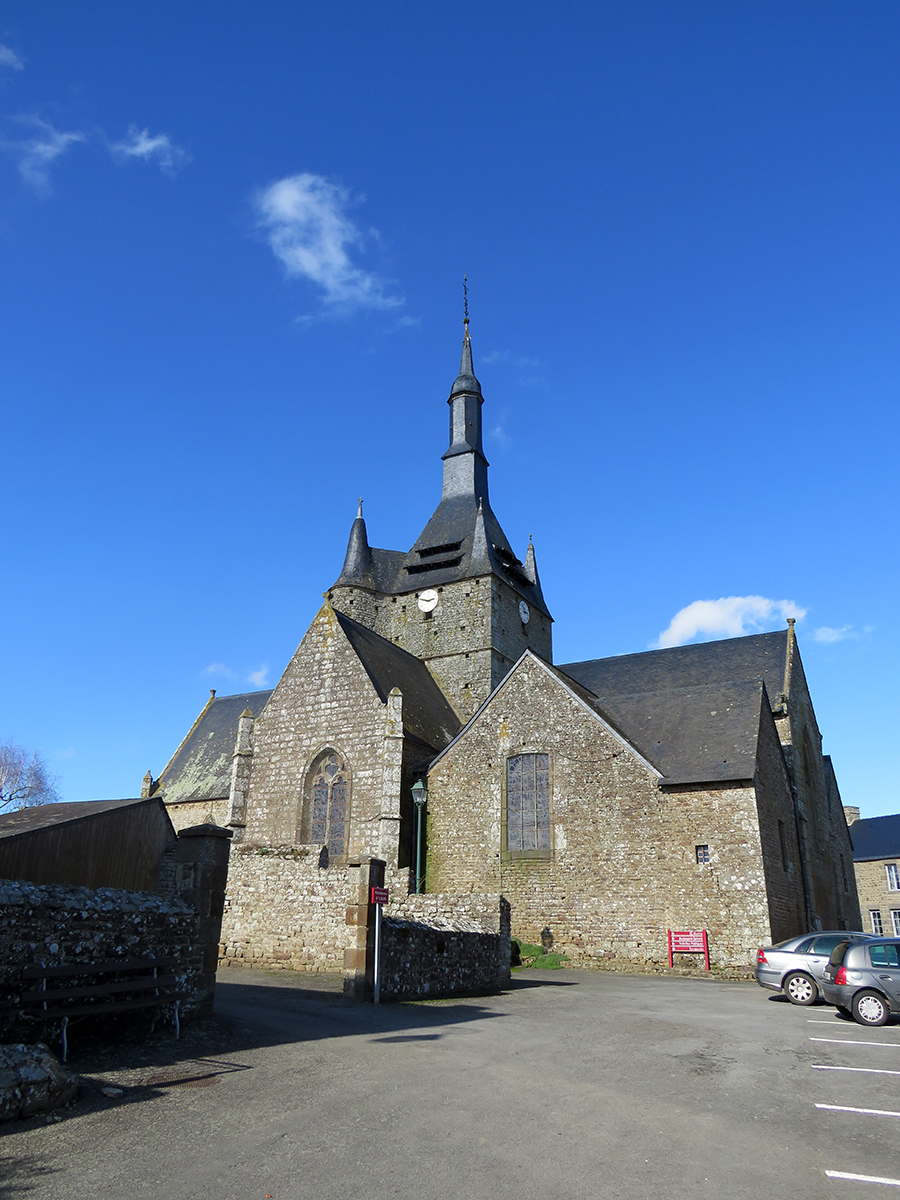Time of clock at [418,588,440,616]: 2:48
